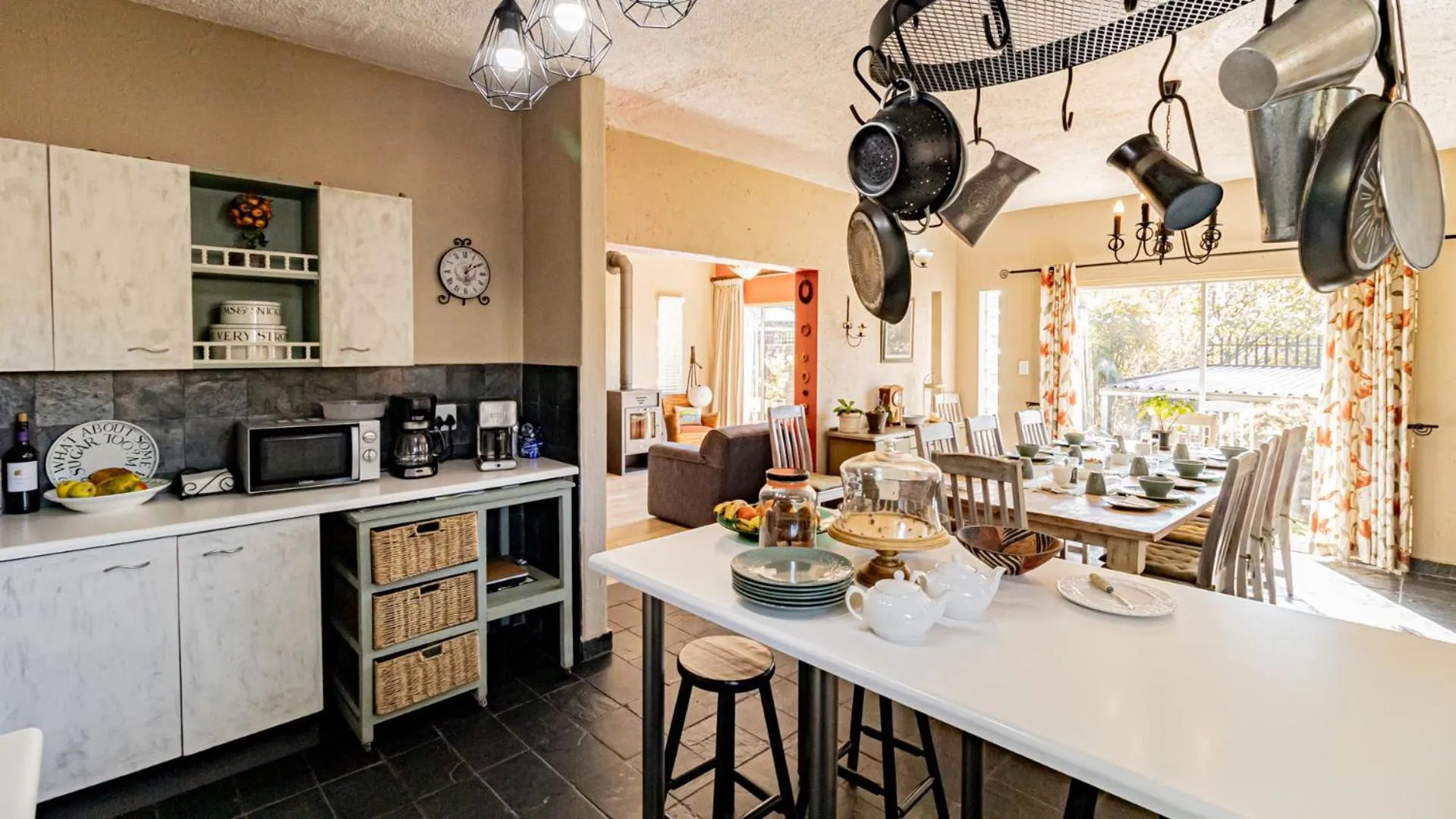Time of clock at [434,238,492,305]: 1:09
